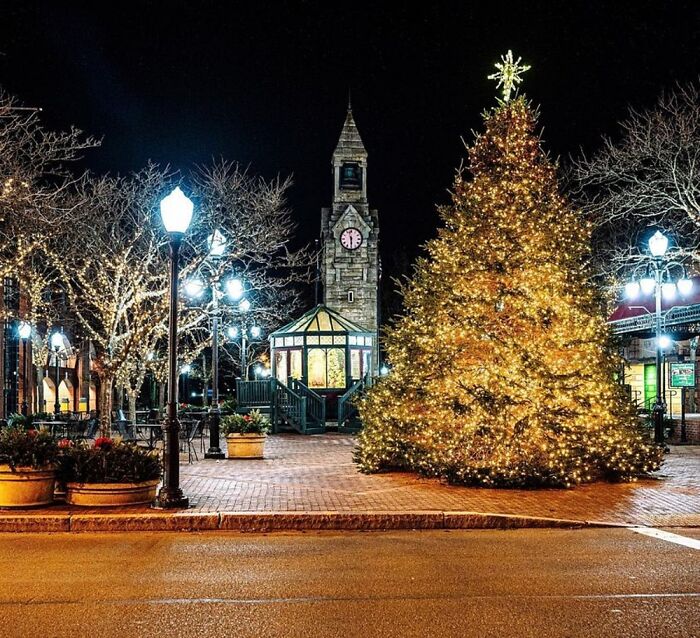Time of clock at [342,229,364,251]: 11:29
